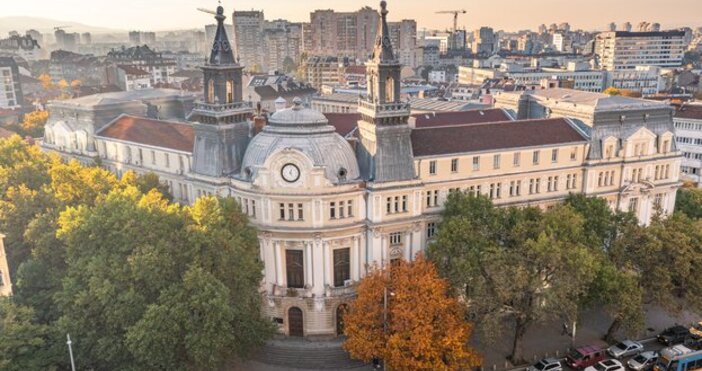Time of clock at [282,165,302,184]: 5:03
